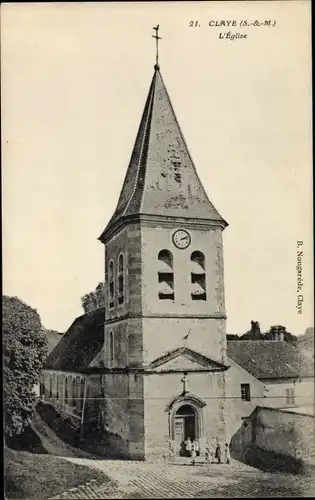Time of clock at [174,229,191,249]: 2:12
